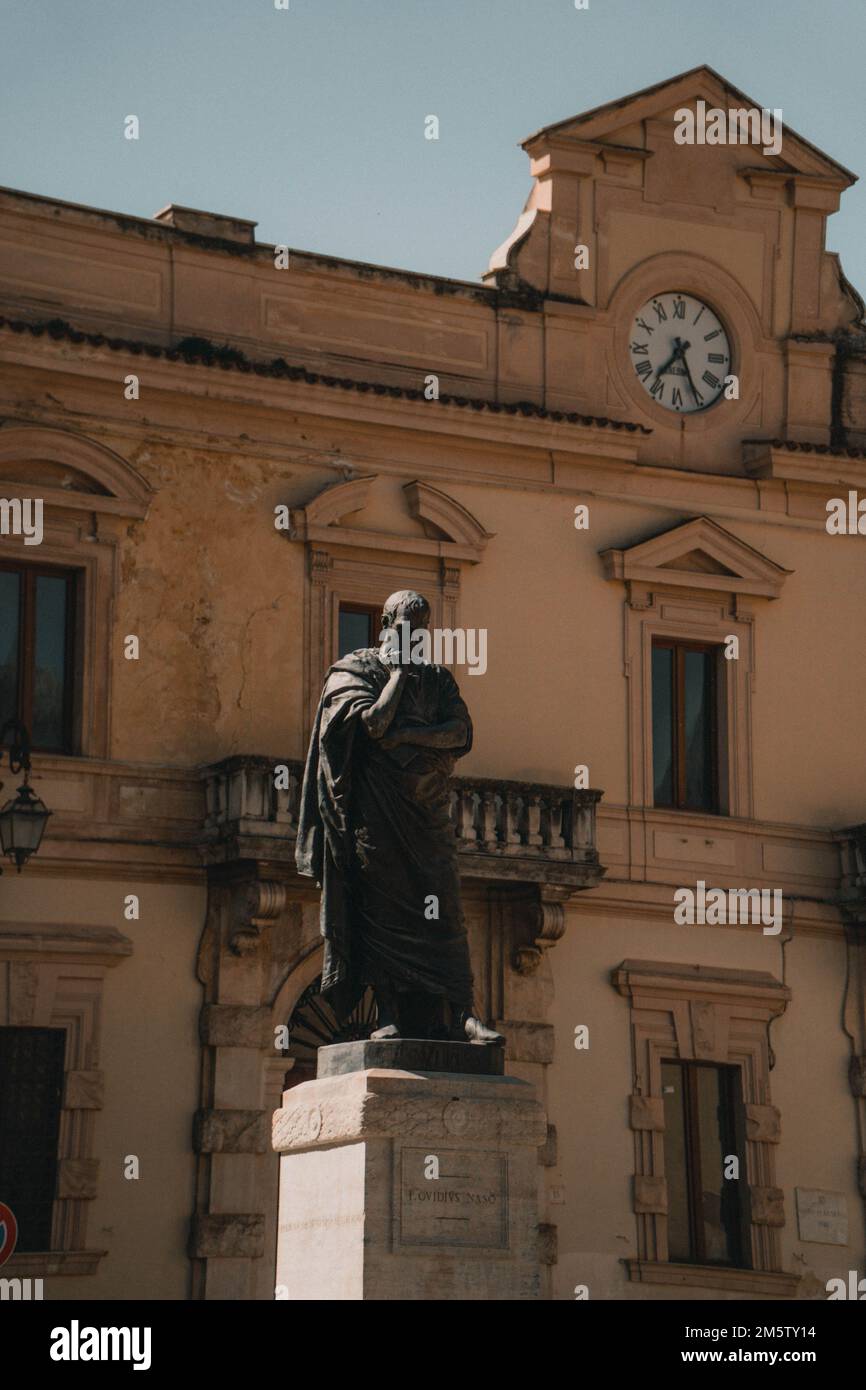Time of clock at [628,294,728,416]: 7:25
